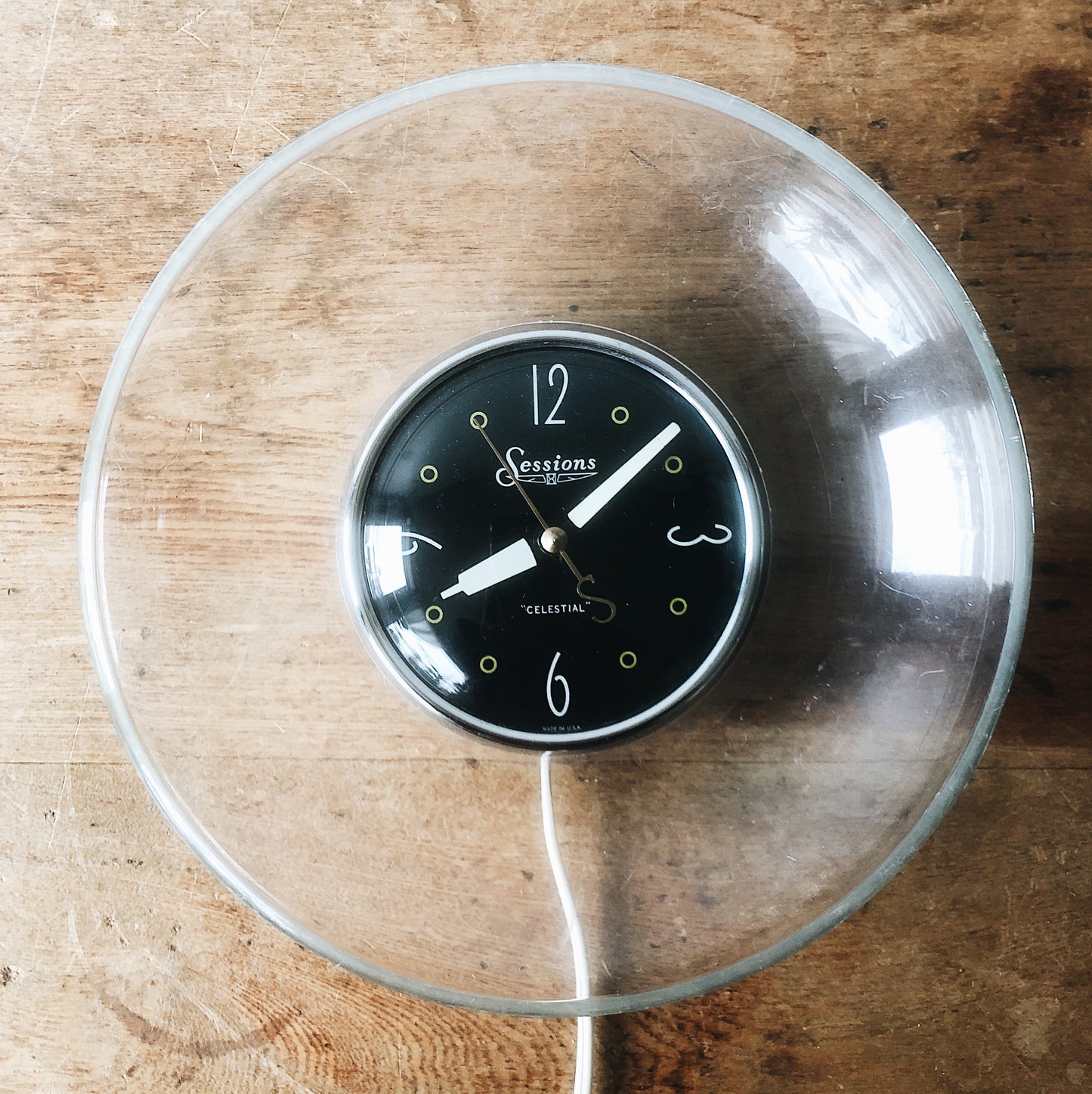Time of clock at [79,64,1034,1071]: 8:07
